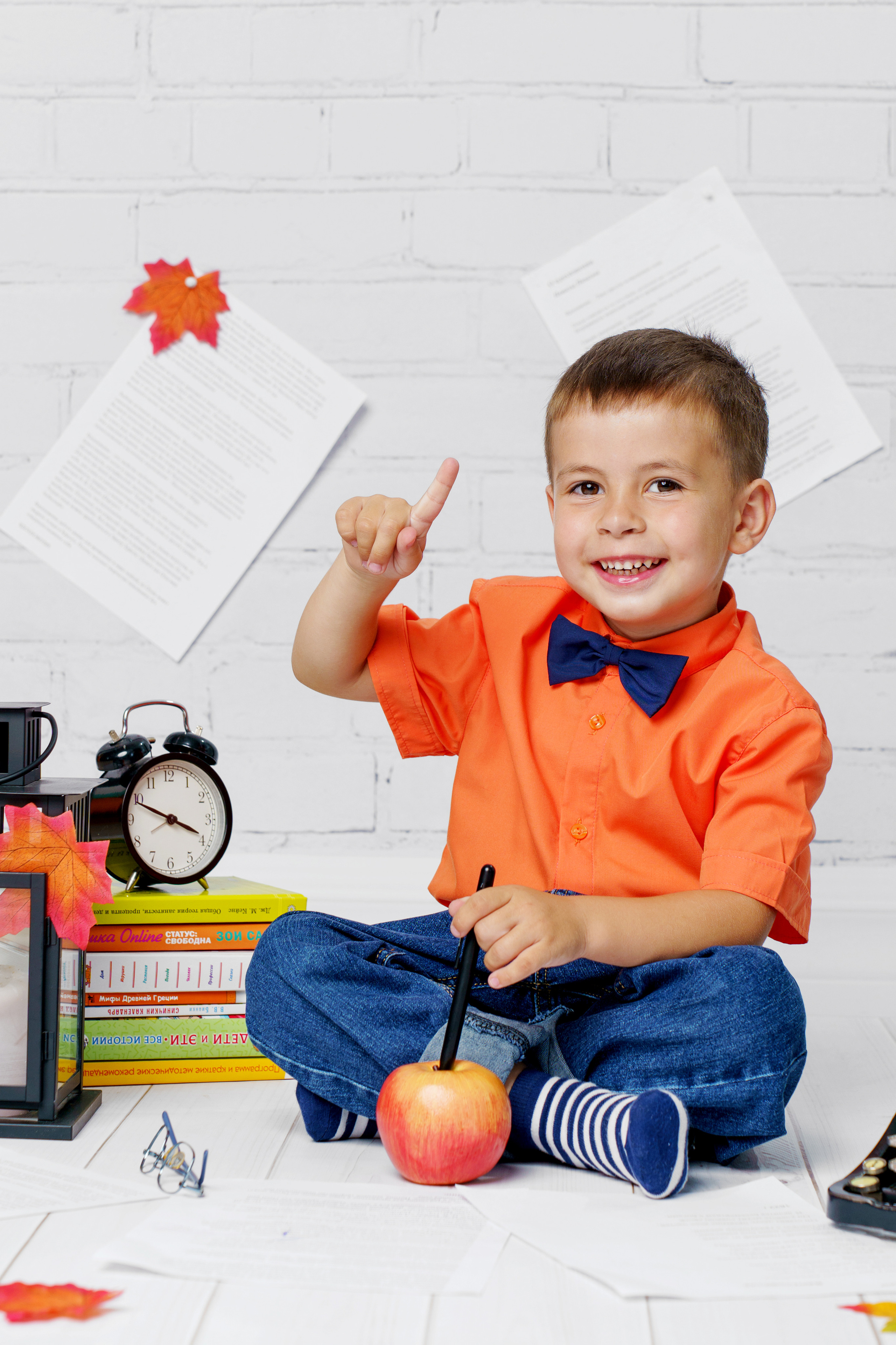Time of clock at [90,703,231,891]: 3:48
